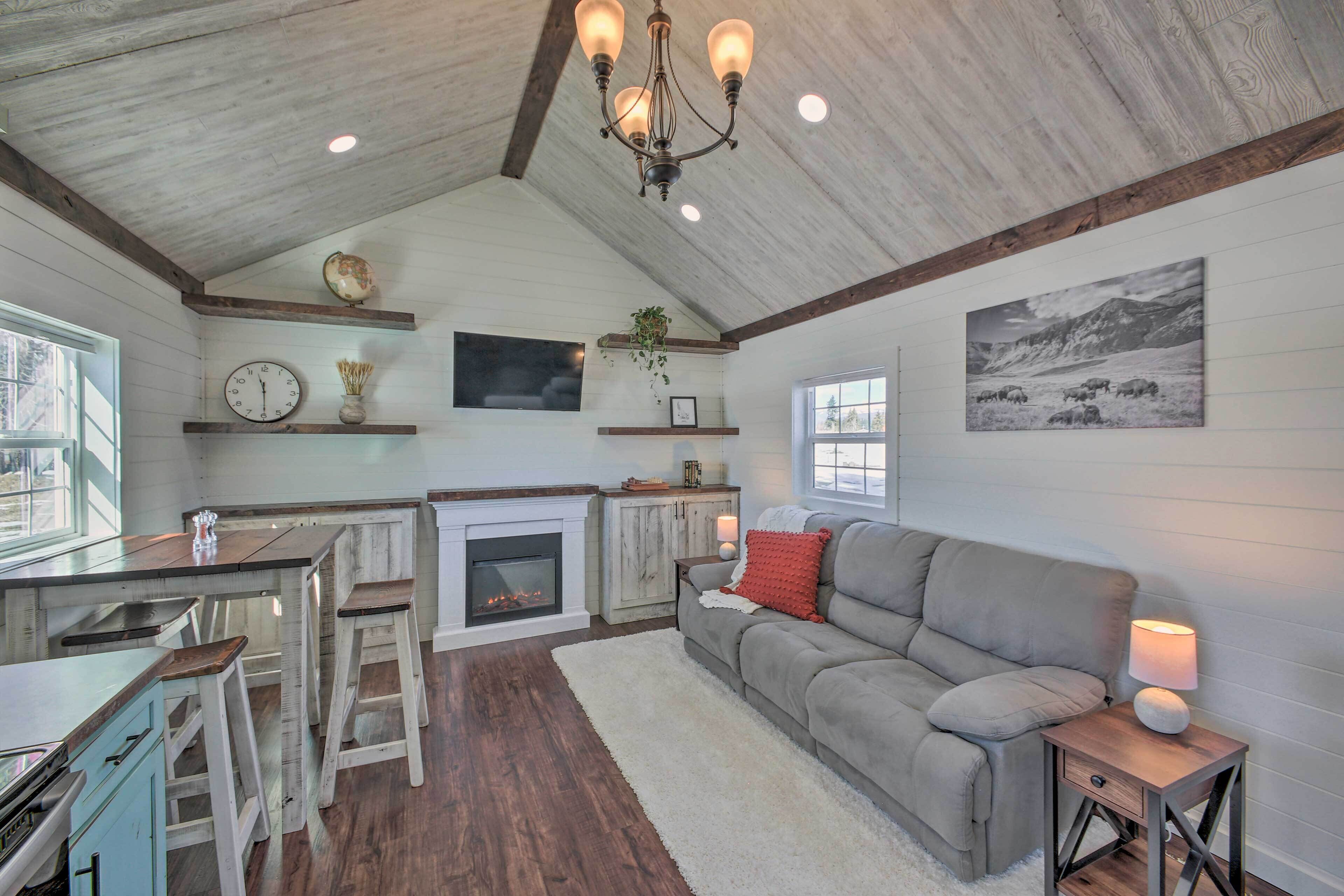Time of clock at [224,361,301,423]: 11:29
